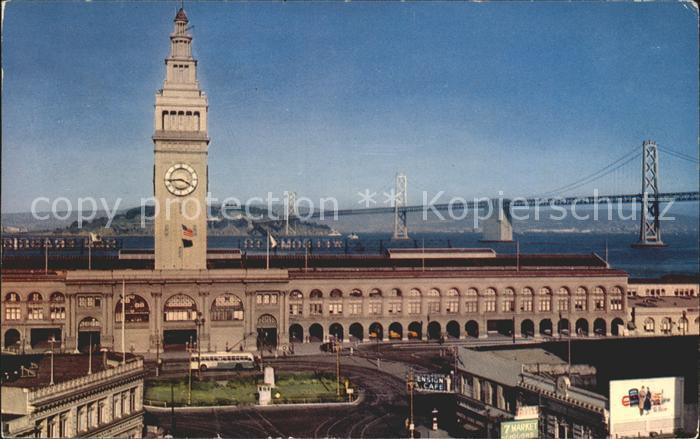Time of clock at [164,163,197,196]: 3:43
